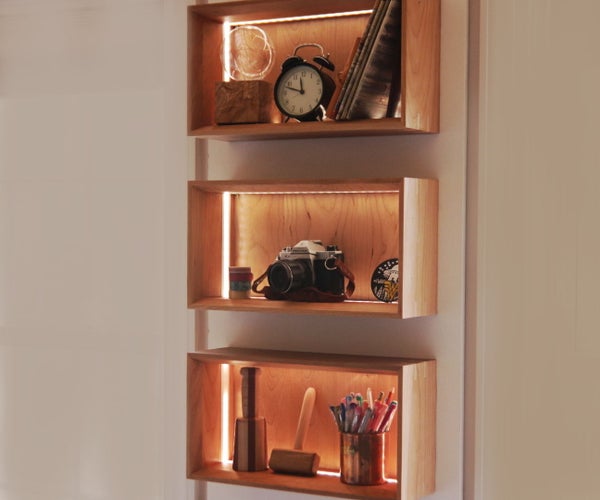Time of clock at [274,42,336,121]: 11:48
